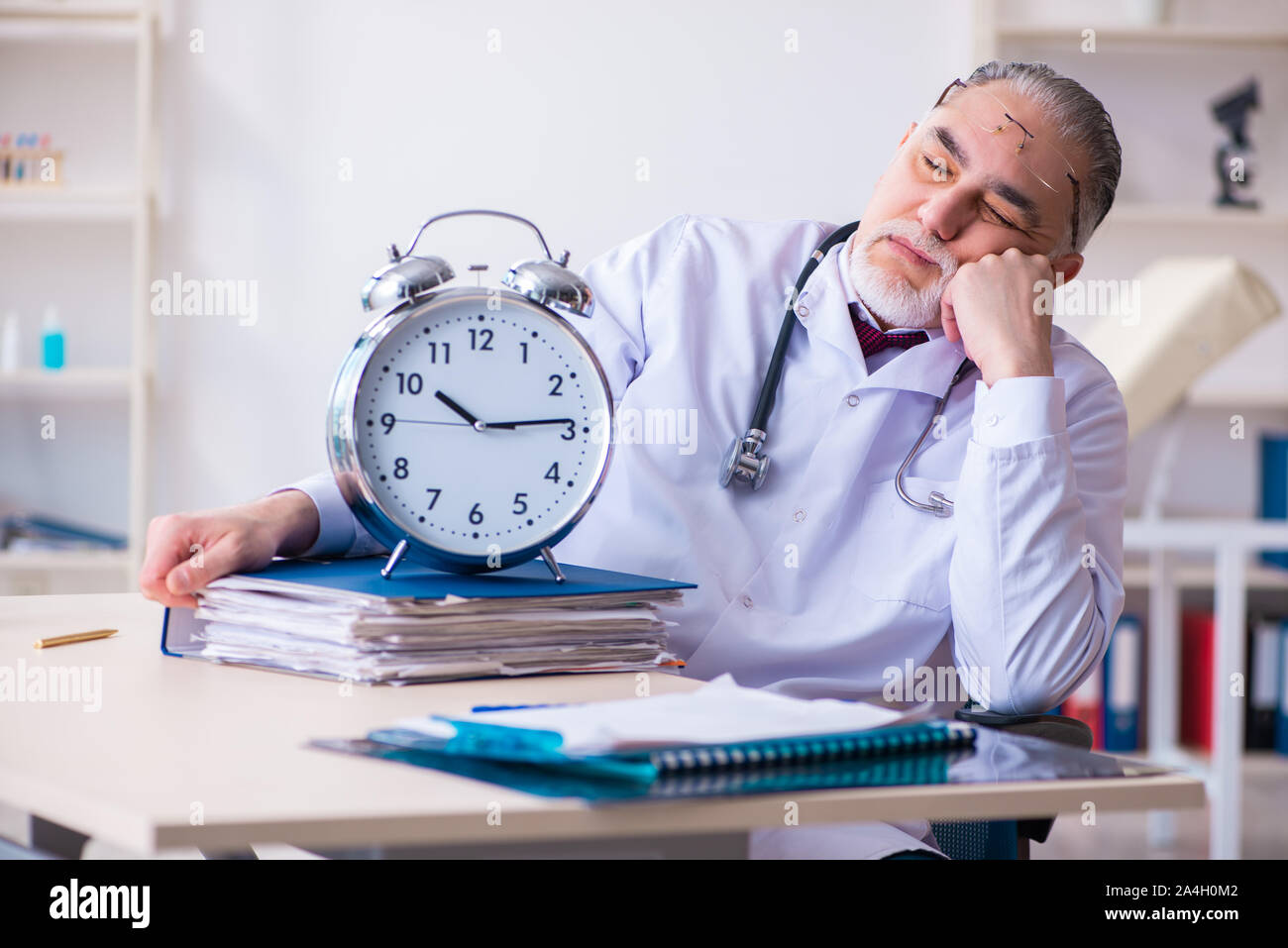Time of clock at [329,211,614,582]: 10:14
